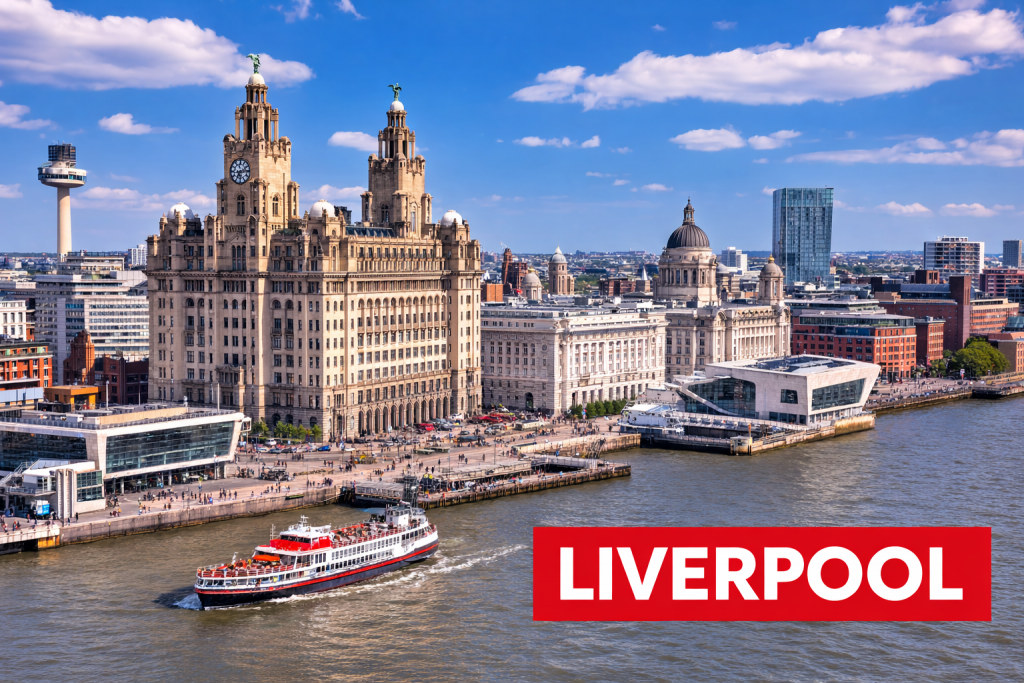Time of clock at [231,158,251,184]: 7:13
